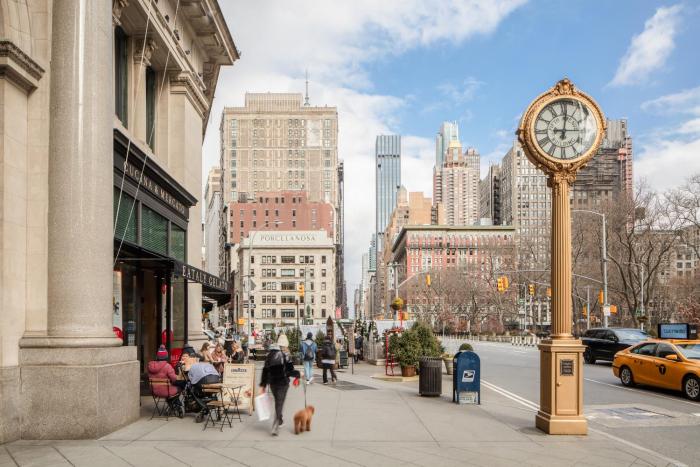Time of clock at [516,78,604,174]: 9:01
